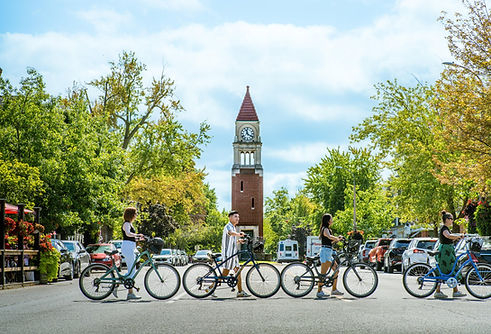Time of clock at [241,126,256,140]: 11:20
